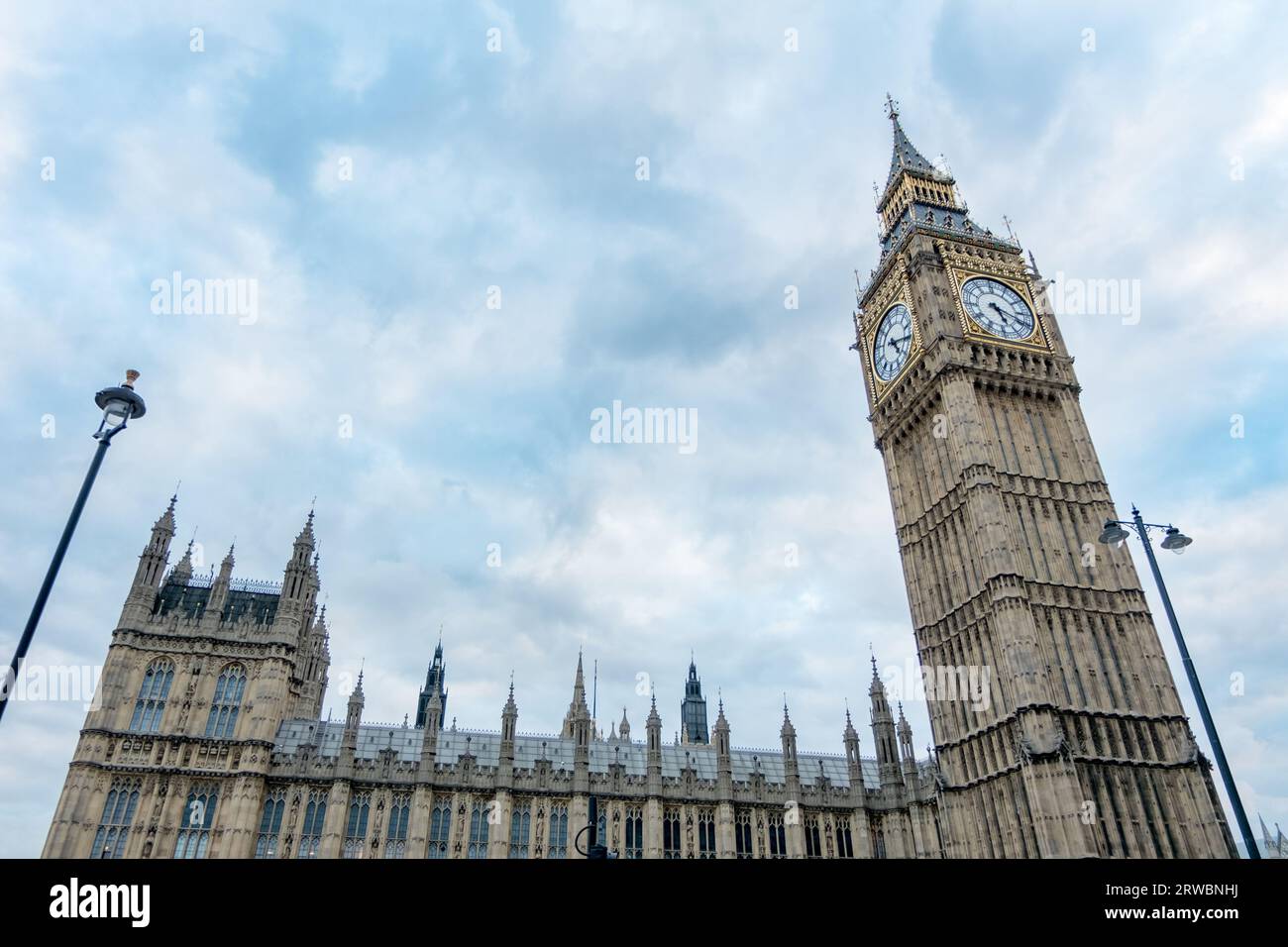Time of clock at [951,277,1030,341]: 5:18
